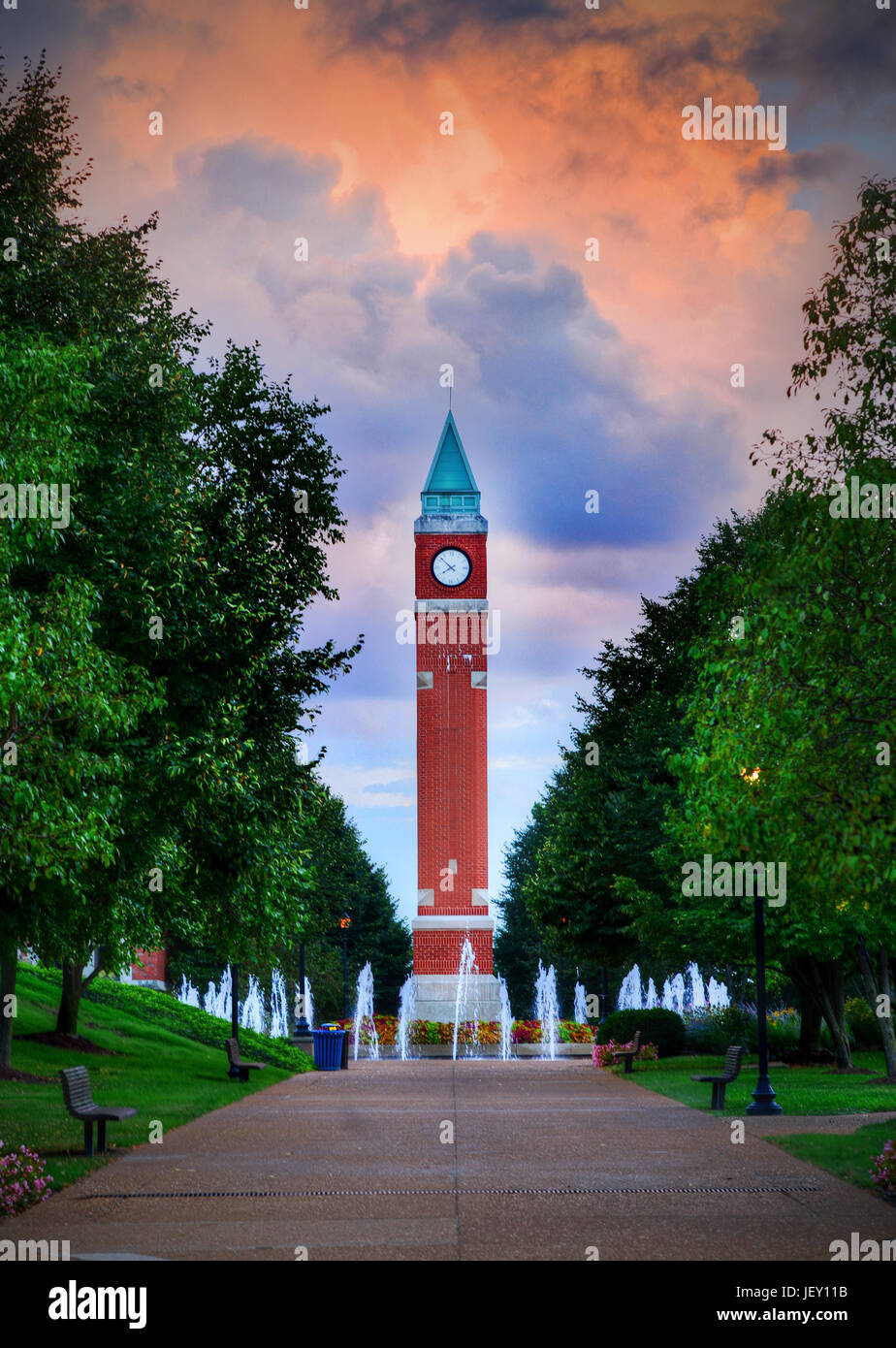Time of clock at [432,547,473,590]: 7:52
